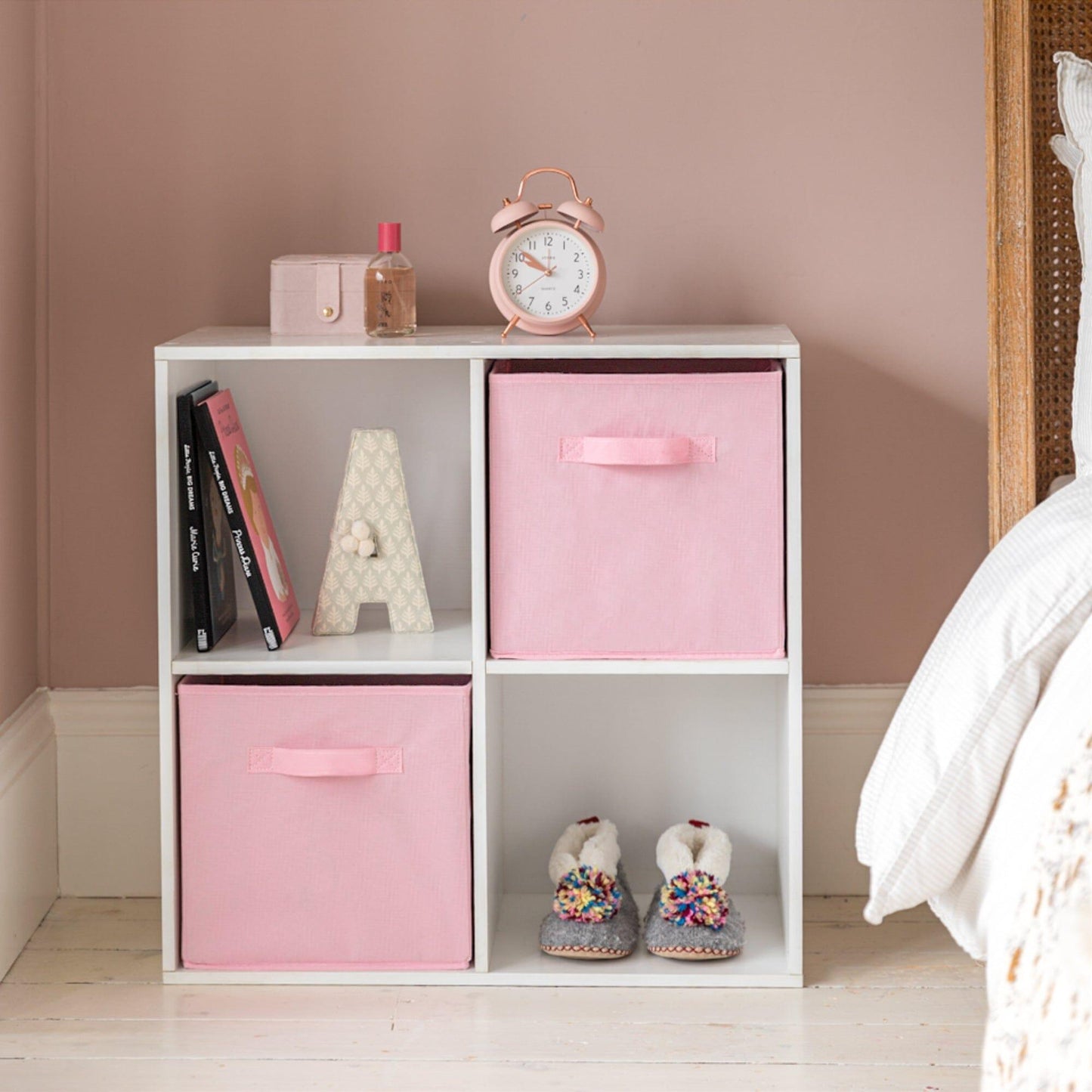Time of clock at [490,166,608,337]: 9:51
